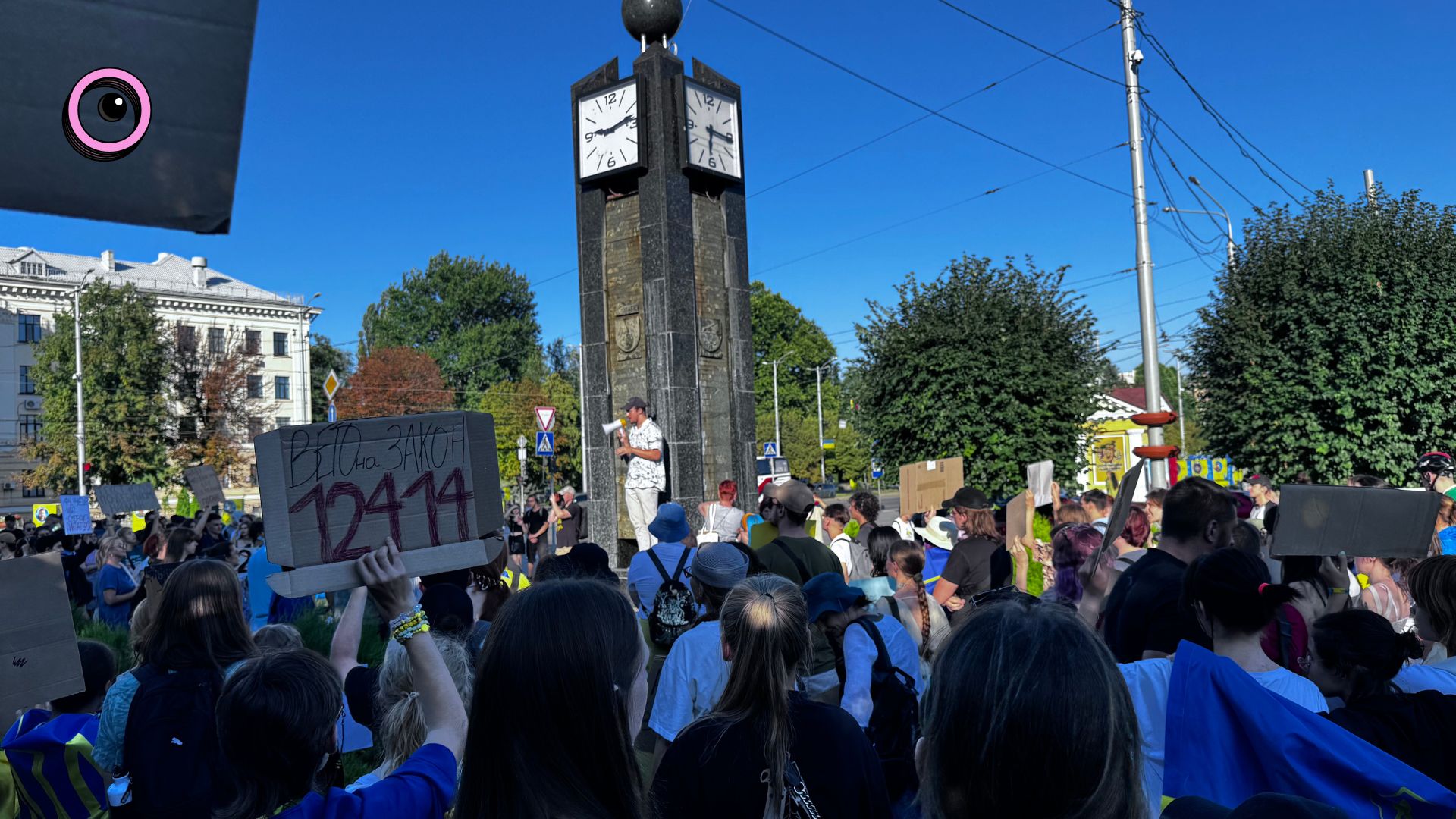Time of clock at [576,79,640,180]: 9:13
